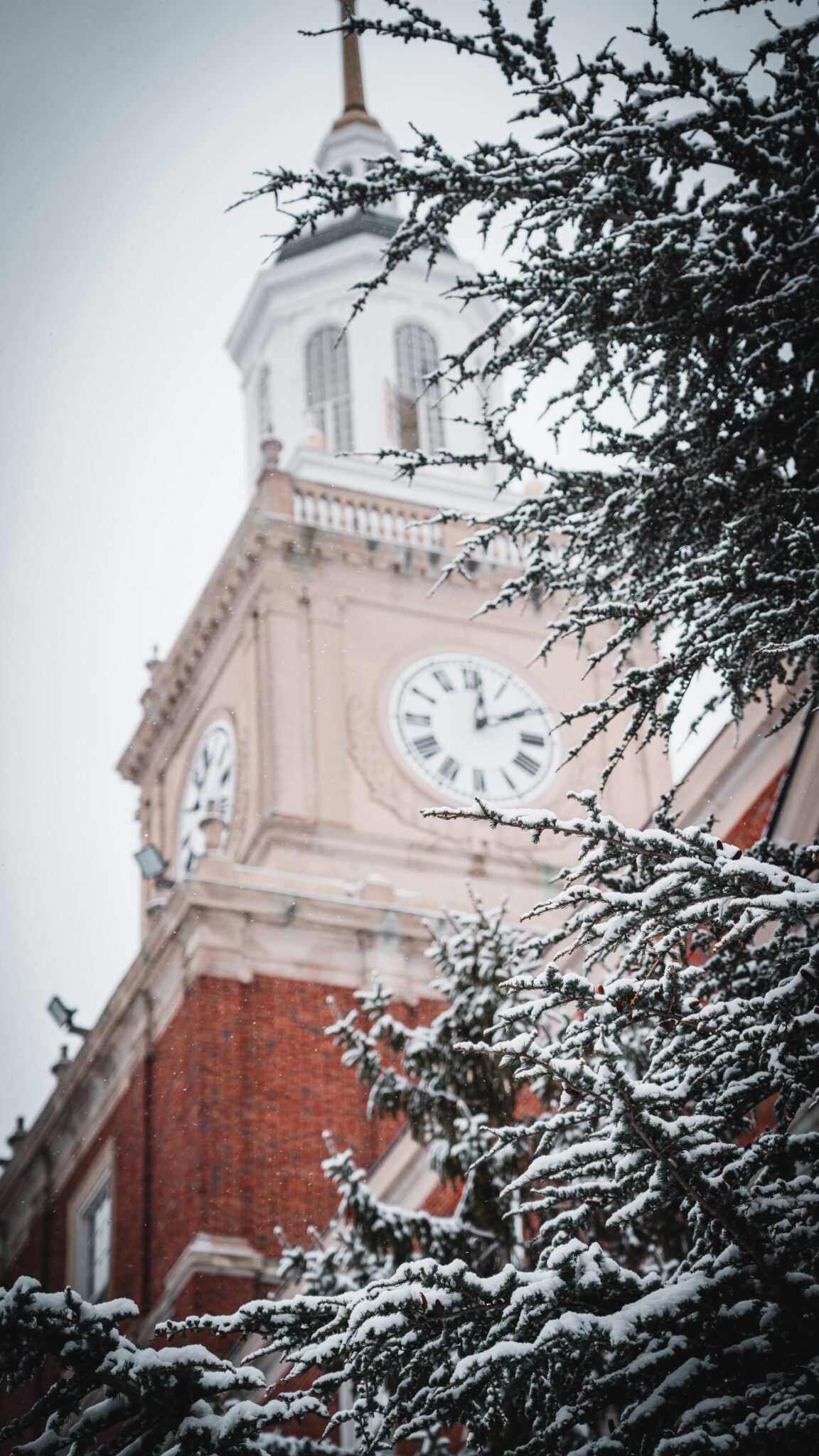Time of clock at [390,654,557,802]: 2:01
